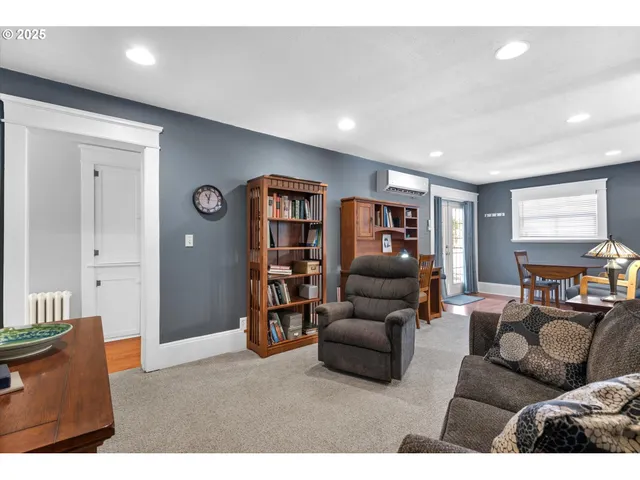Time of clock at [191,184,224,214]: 11:02
